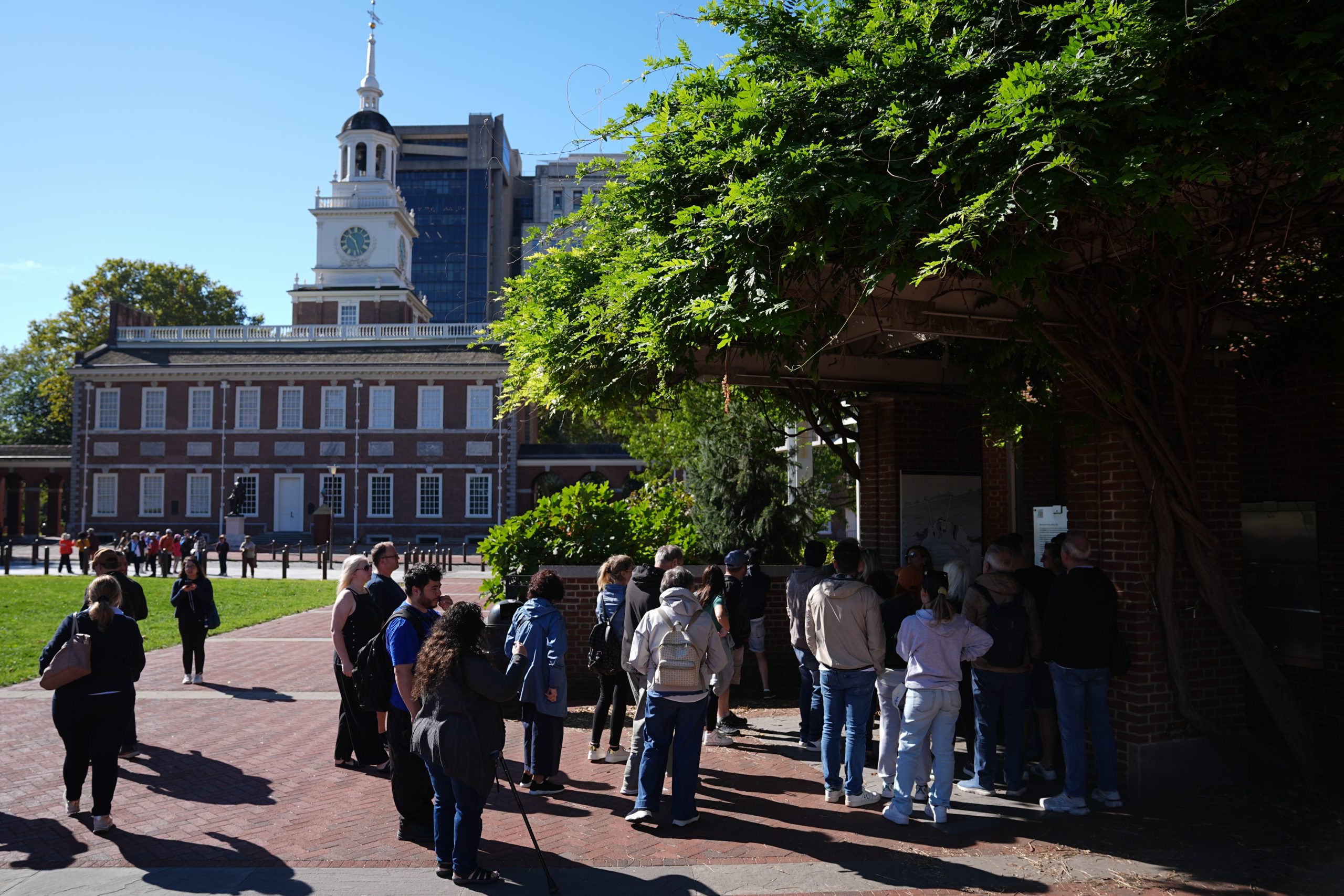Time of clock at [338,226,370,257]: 10:26
